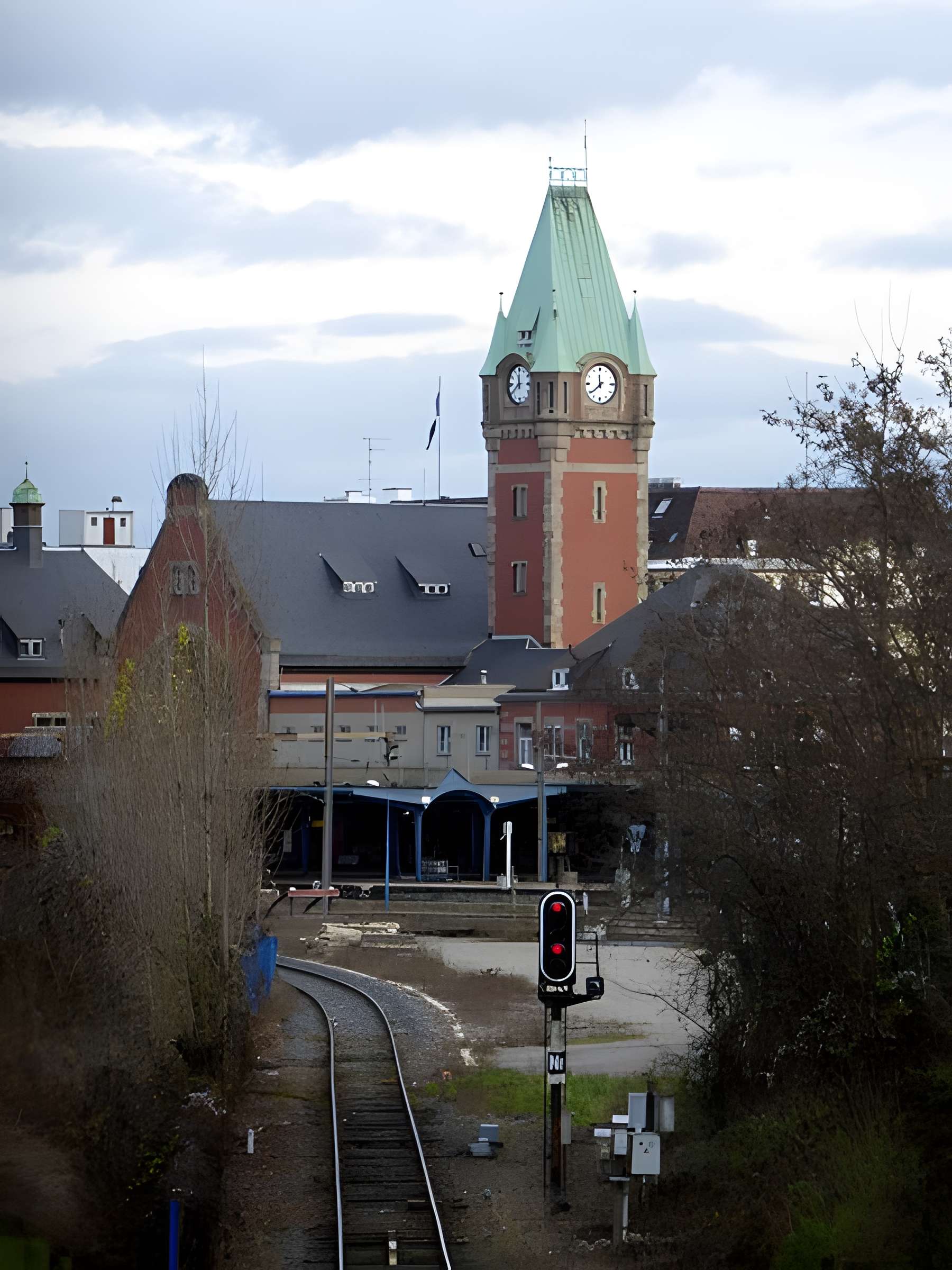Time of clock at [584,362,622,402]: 11:38
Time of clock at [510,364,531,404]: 11:38
